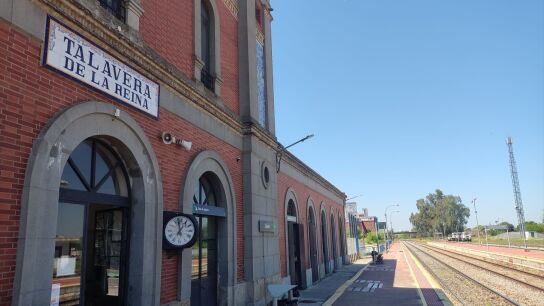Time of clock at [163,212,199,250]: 12:58
